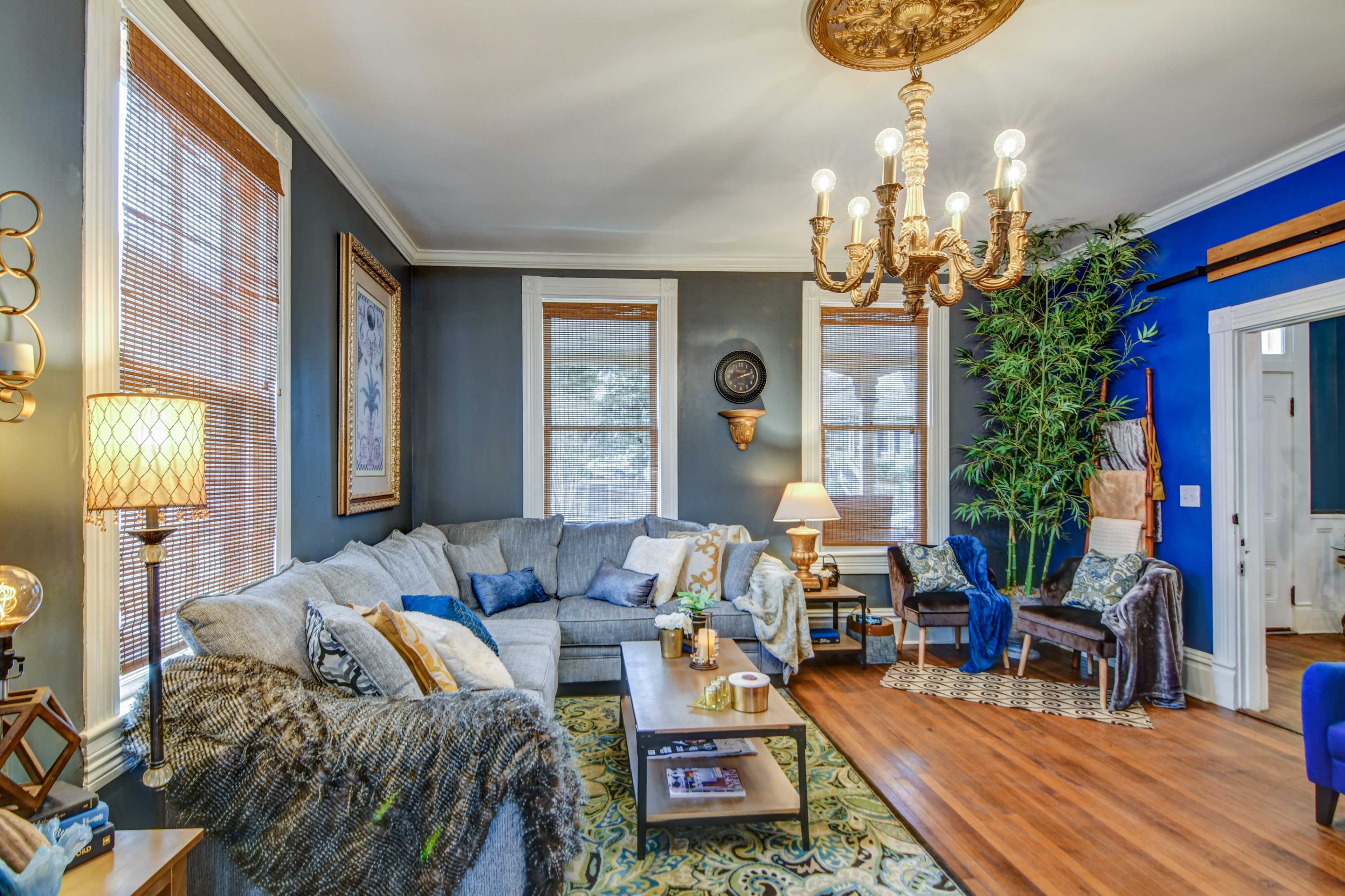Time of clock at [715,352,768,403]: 2:12
